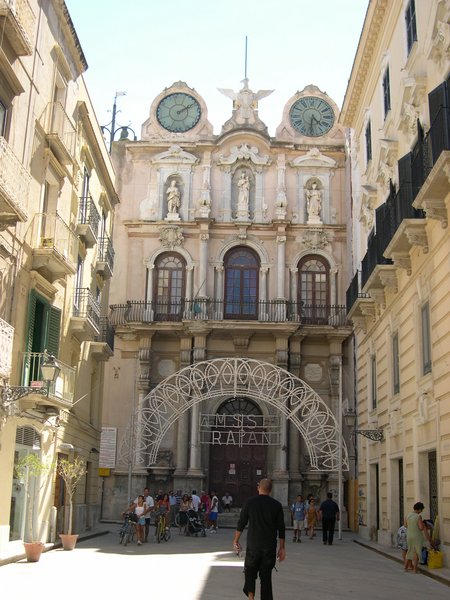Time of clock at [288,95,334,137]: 4:31
